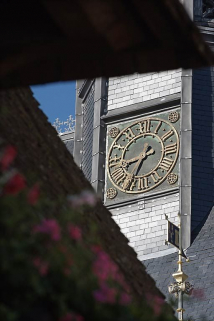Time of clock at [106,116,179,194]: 8:34
